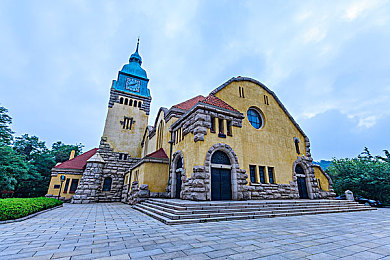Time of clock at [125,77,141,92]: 1:42
